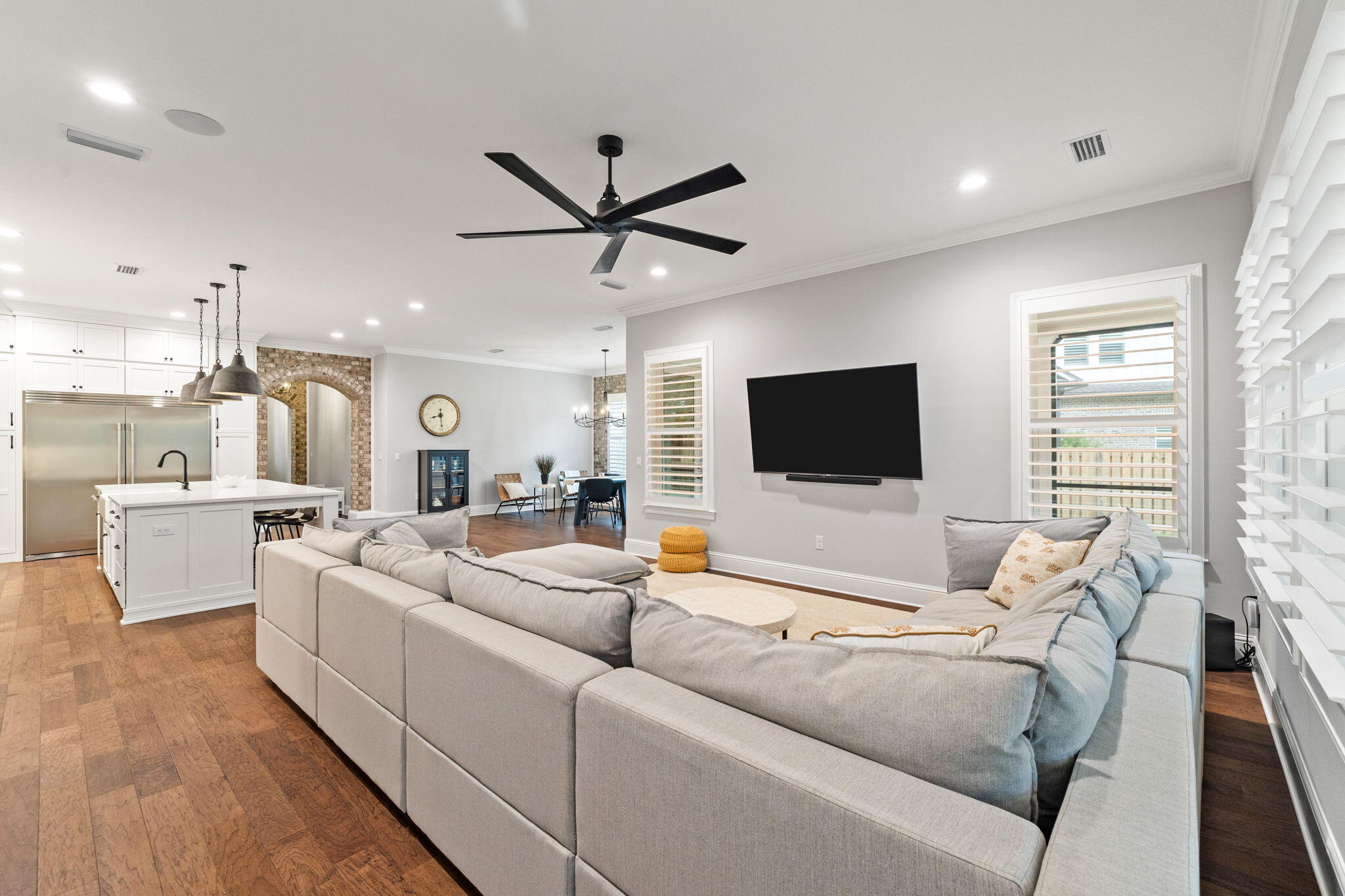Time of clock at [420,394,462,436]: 8:29
